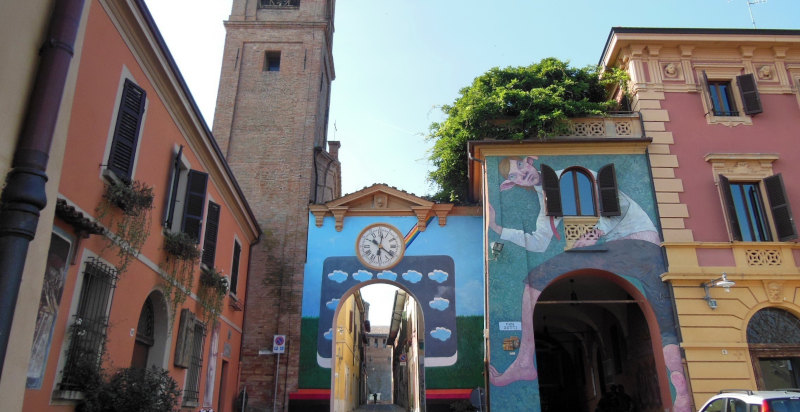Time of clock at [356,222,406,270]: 6:21
